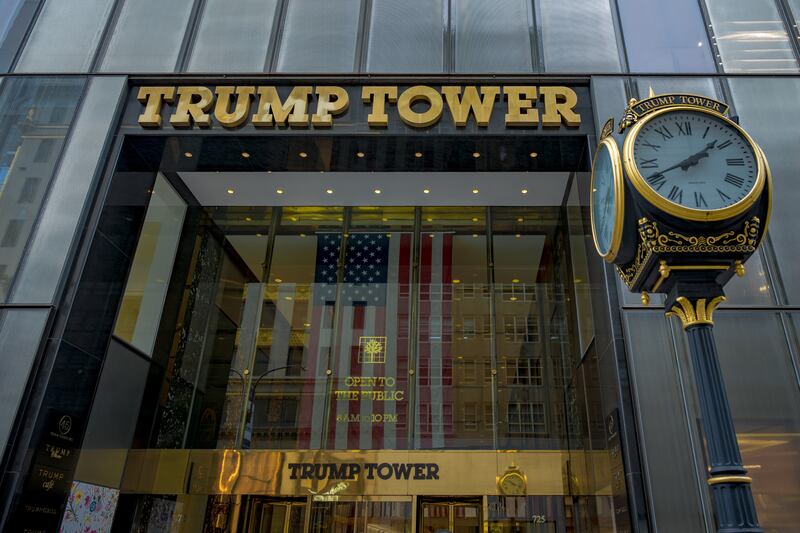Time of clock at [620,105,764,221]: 1:41
